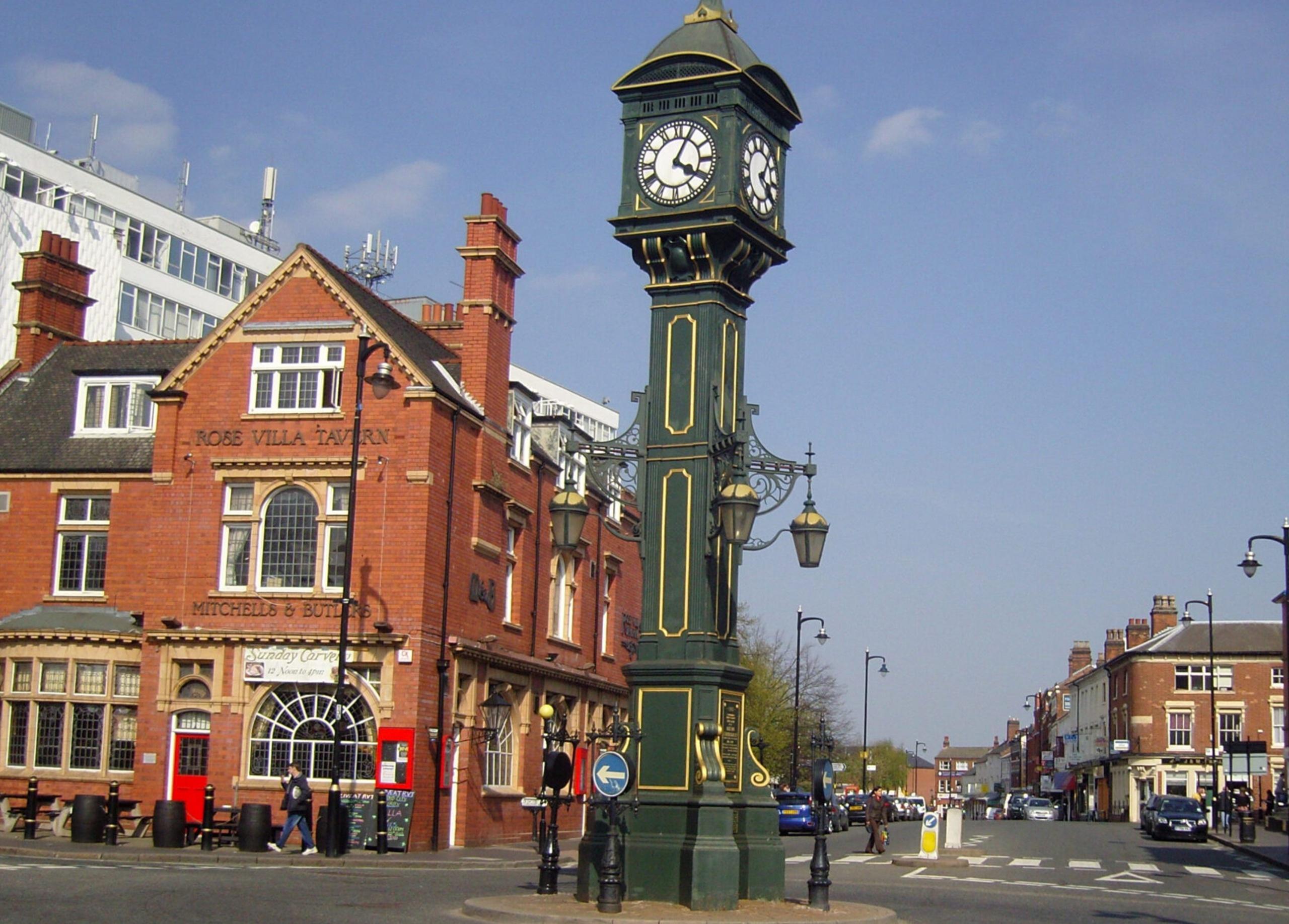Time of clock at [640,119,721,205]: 4:04
